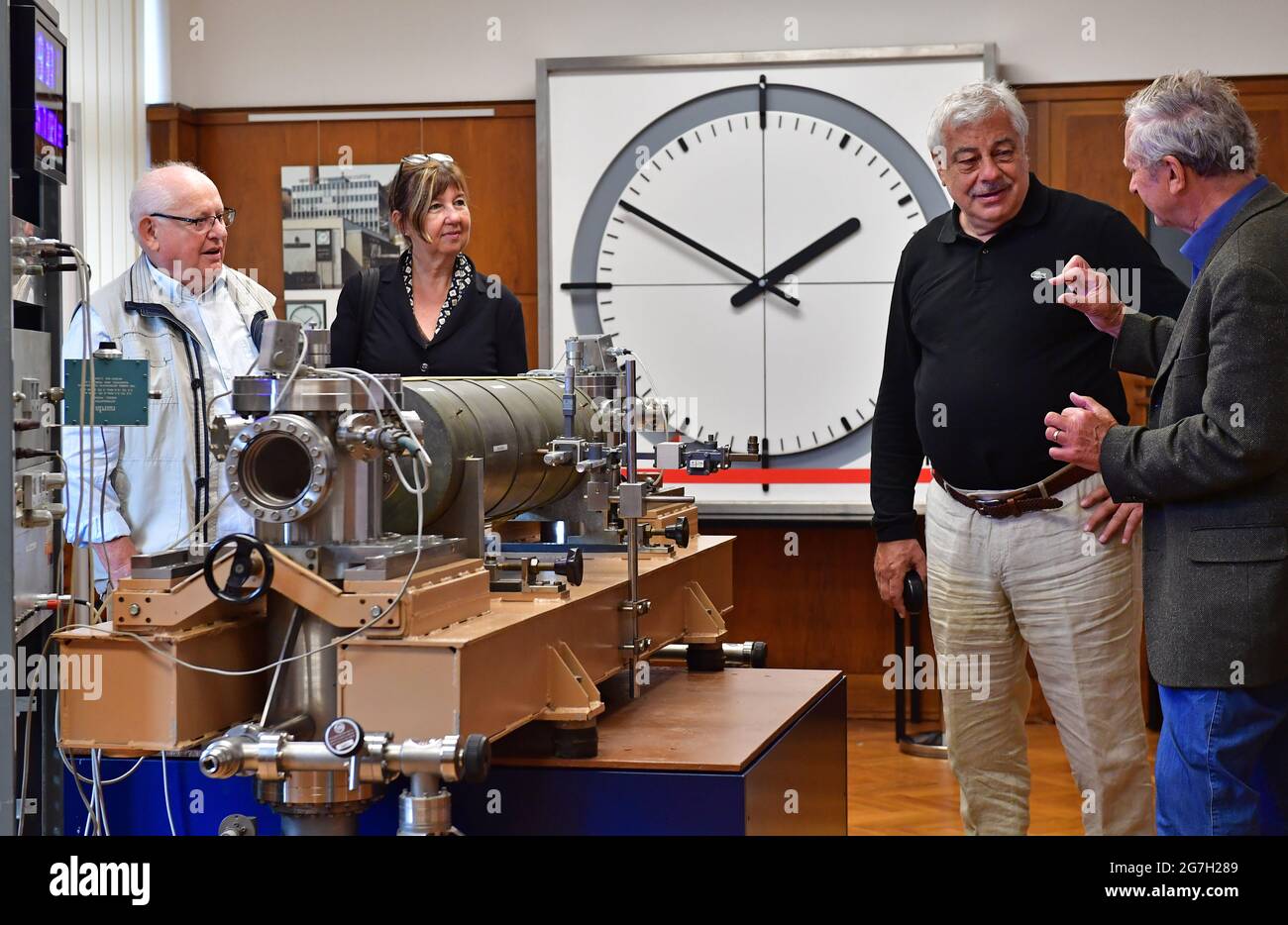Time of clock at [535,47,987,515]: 1:50
